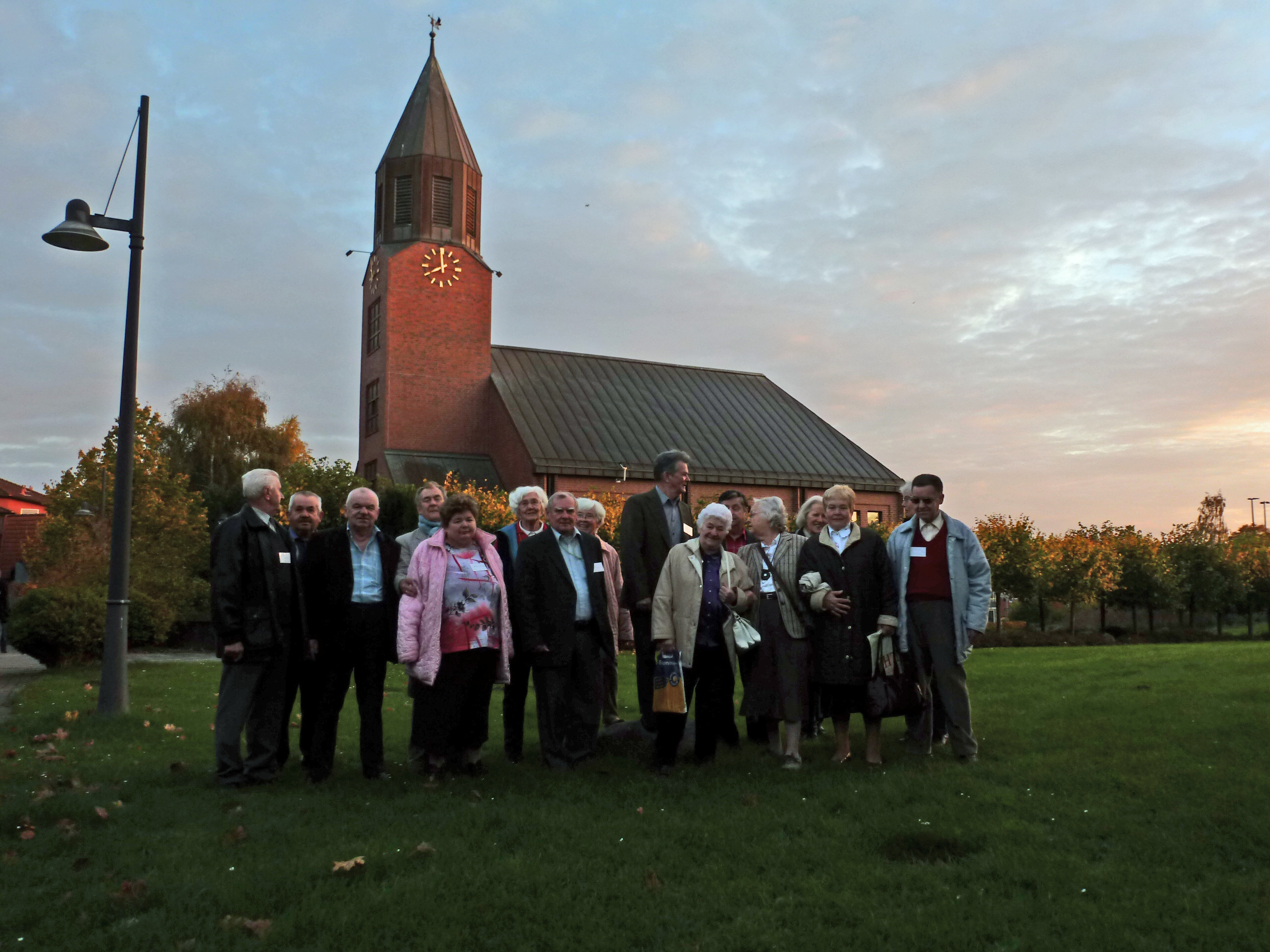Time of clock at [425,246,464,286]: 7:59
